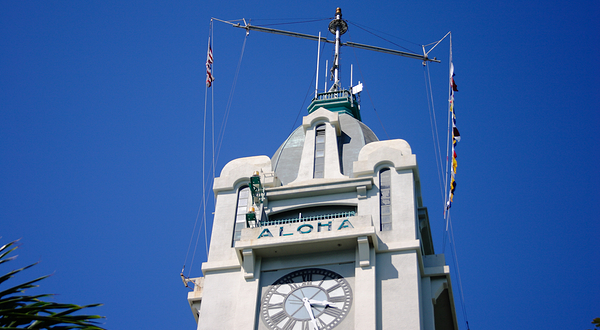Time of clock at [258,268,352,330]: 3:26
